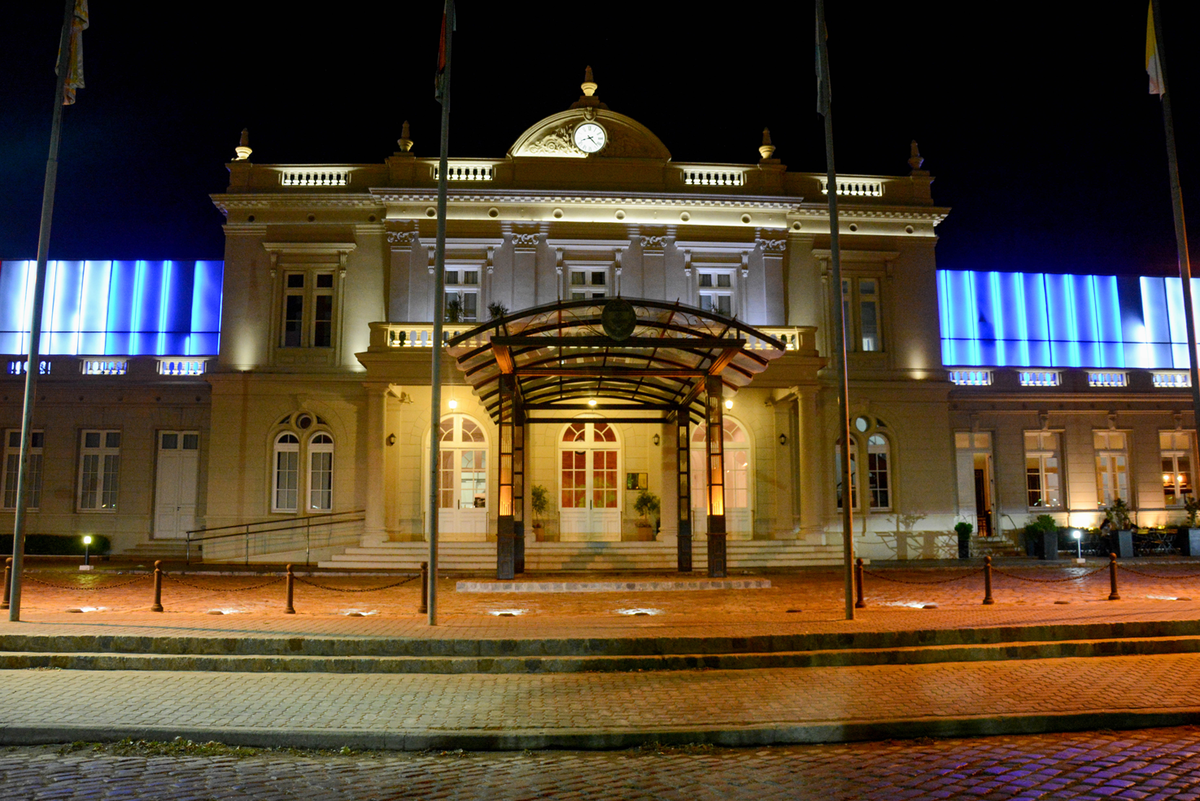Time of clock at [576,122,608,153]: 8:22
